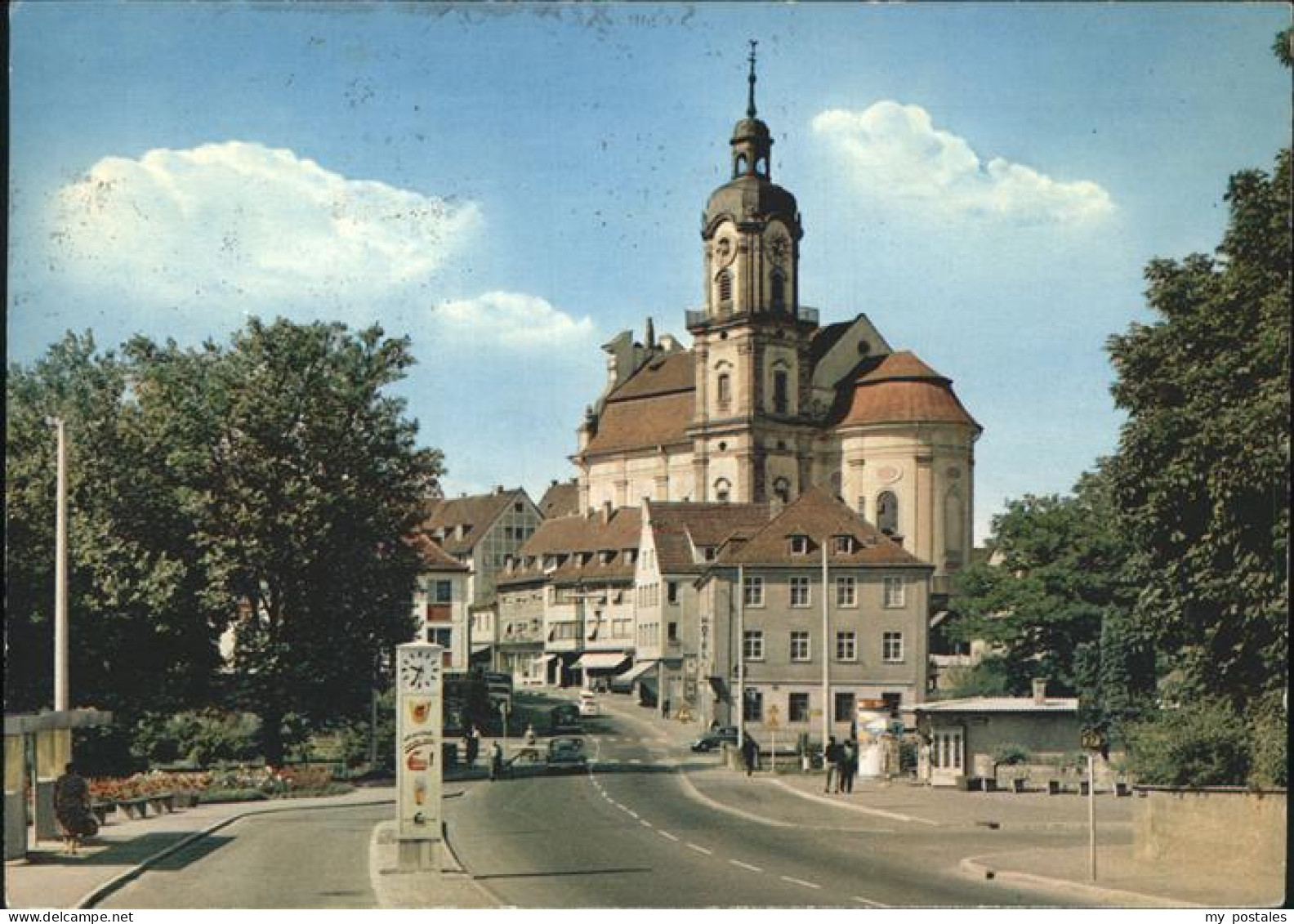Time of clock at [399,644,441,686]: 9:34
